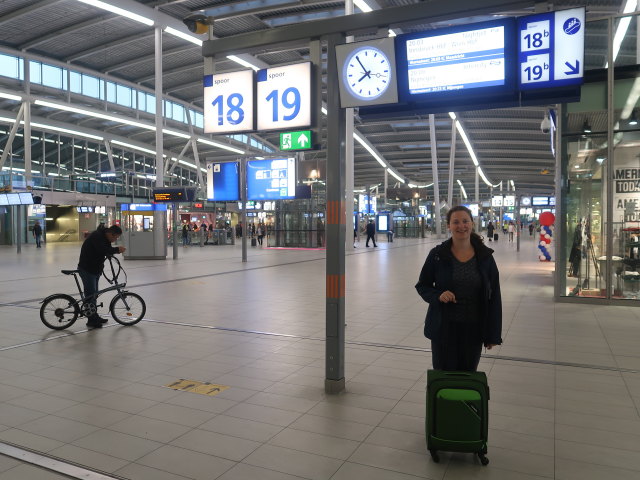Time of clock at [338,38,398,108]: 7:54
